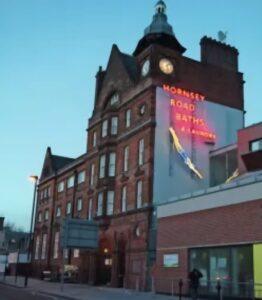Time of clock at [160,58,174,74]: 1:28
